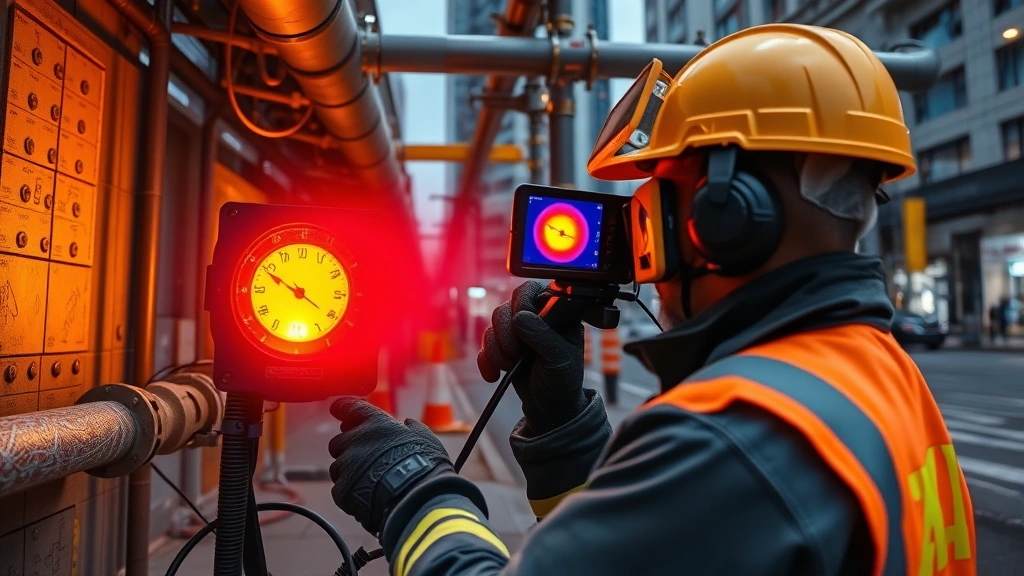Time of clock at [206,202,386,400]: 9:49
